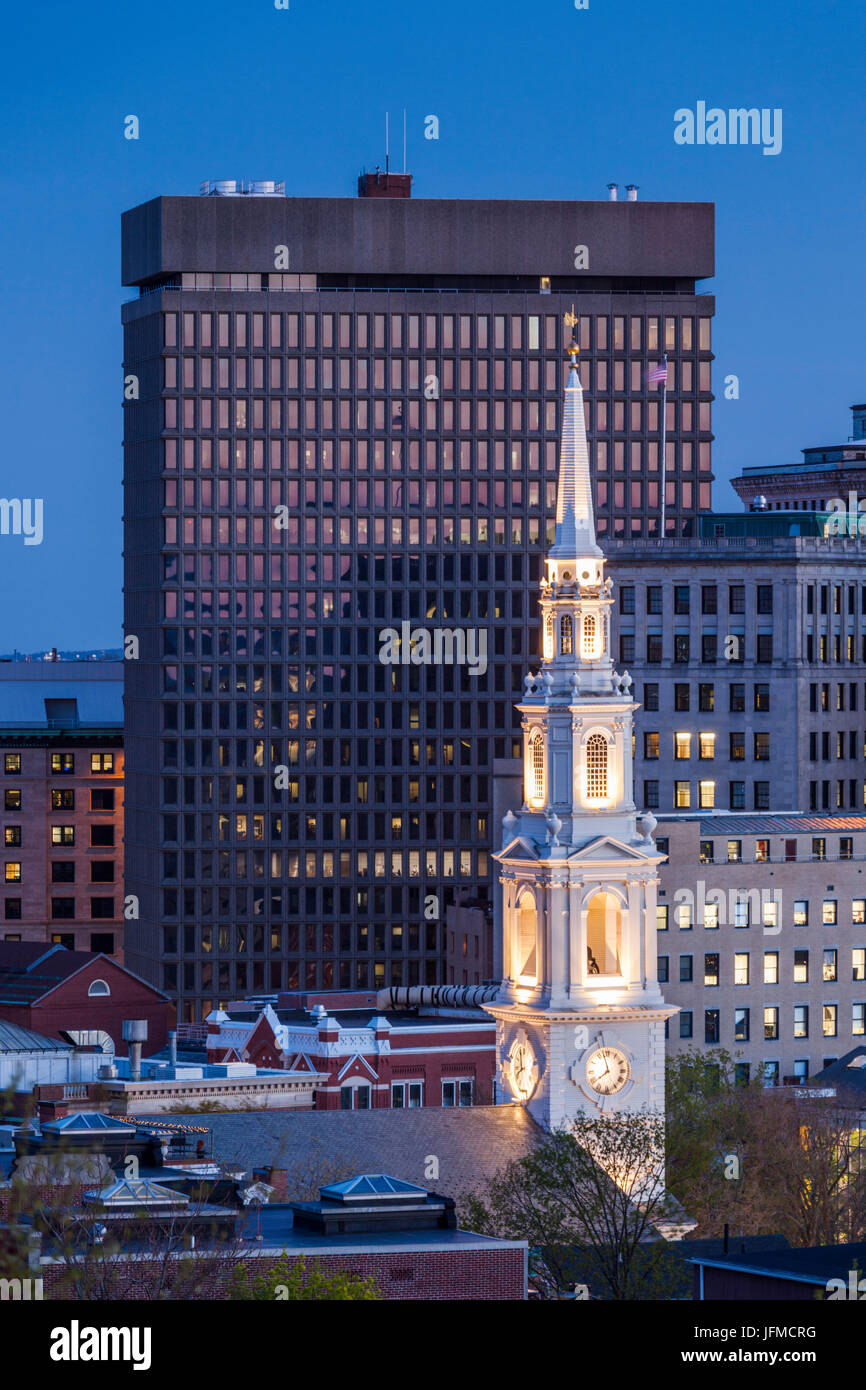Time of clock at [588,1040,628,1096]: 7:57
